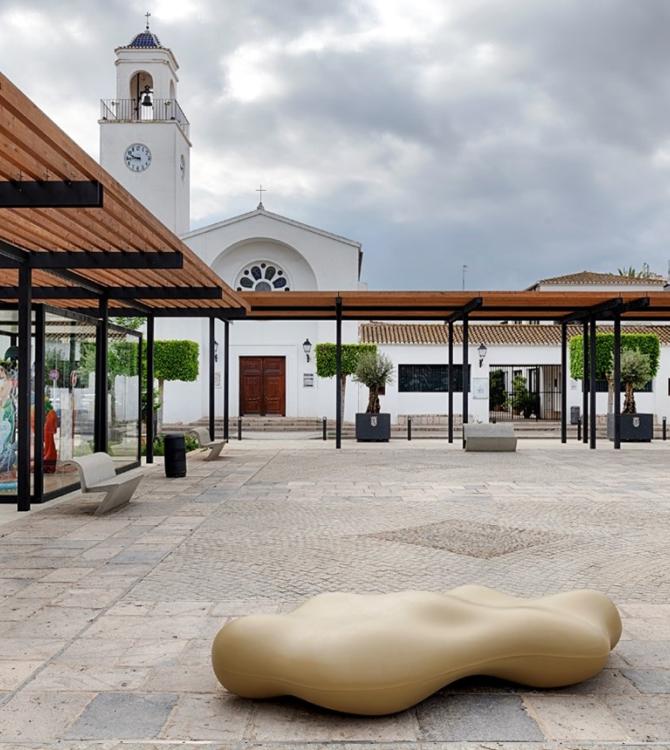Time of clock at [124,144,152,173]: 9:43
